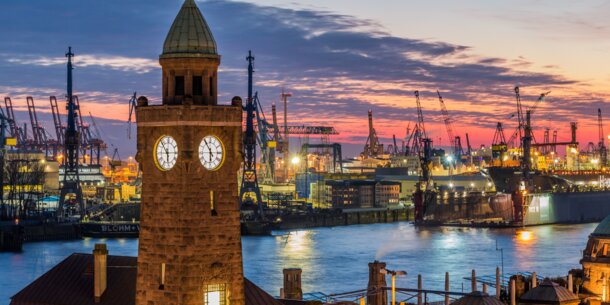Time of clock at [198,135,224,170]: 5:54
